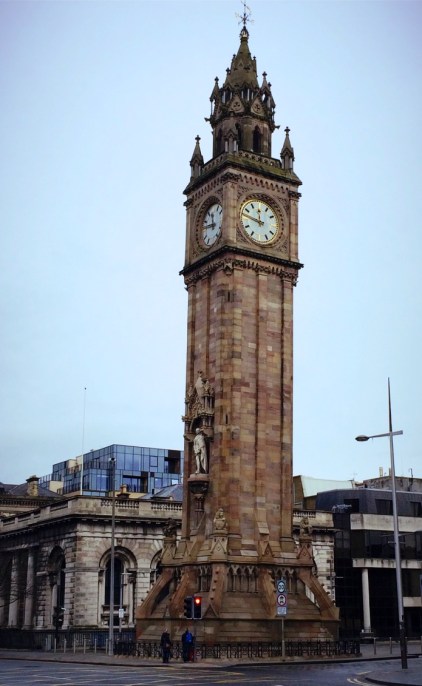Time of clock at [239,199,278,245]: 11:46
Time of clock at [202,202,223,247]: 11:46
